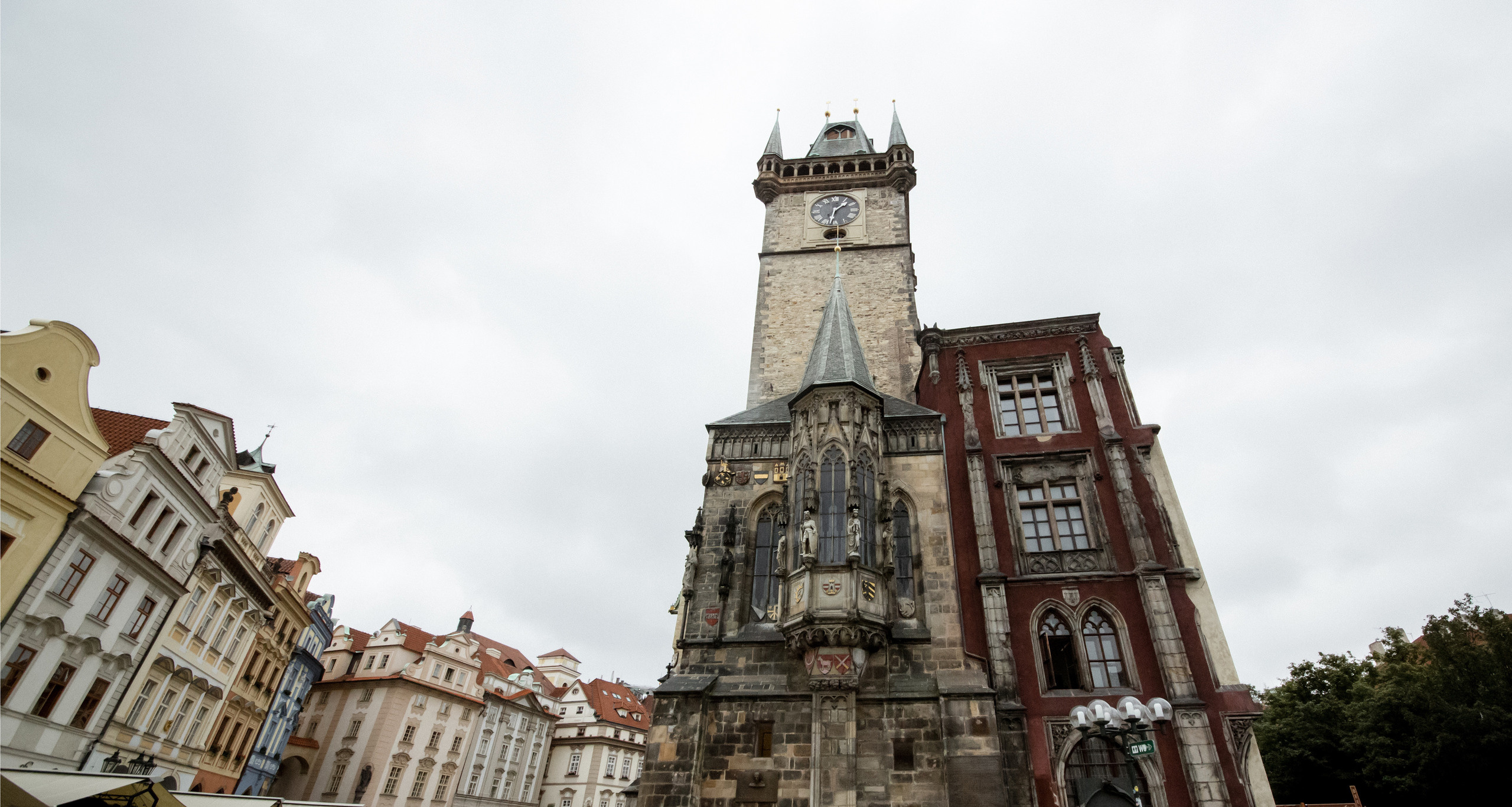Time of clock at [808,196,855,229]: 1:32
